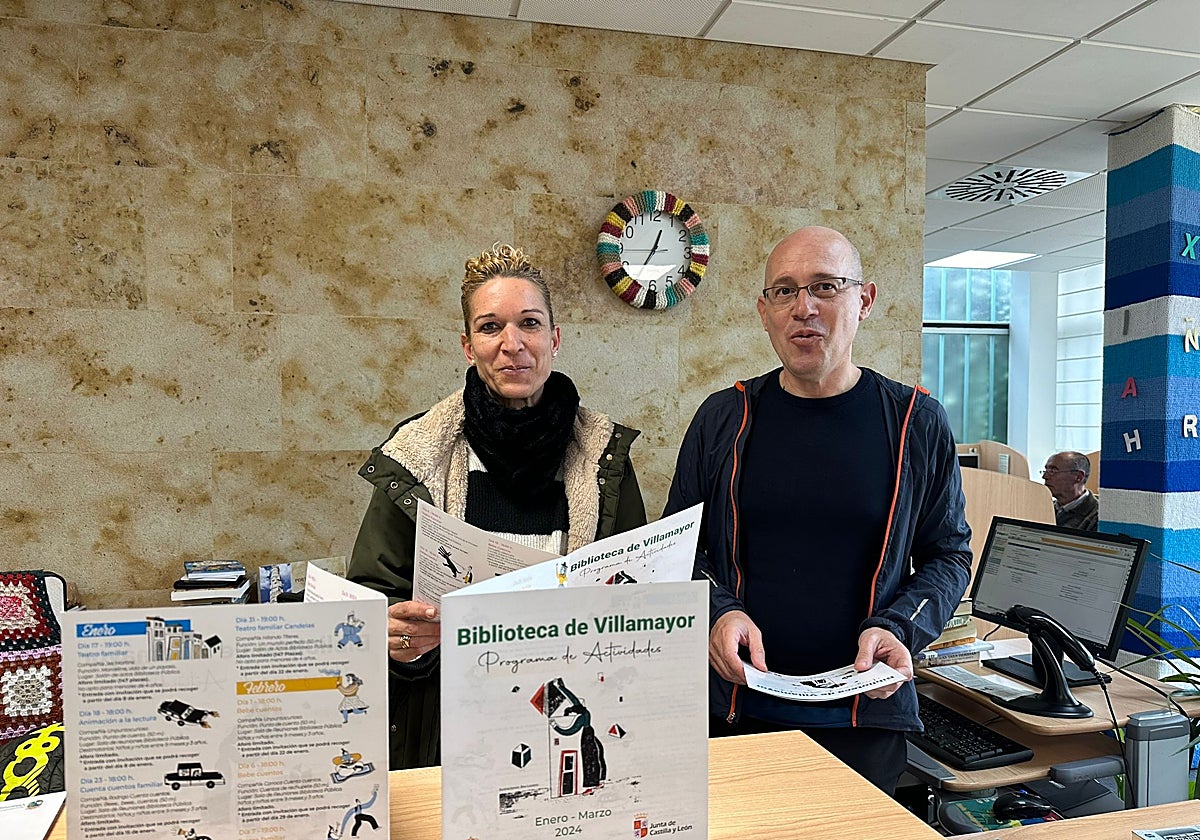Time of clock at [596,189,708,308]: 12:34
